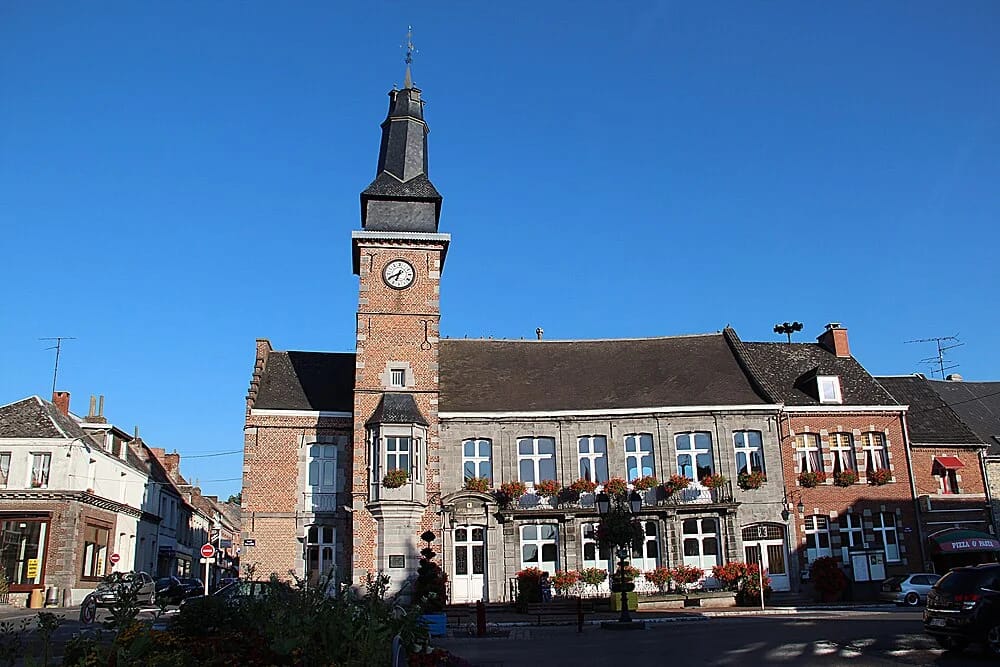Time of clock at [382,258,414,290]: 6:40
